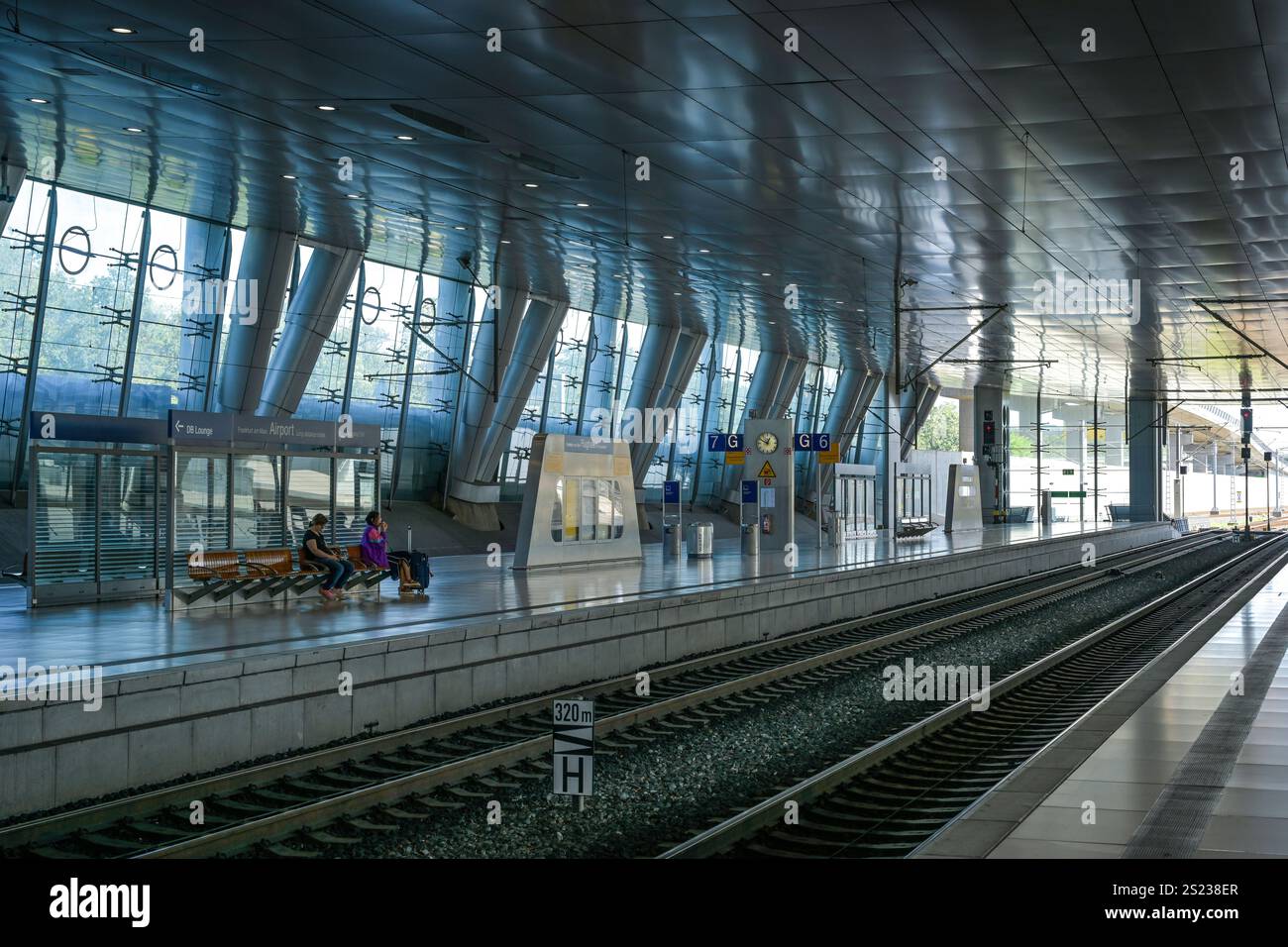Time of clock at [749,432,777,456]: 12:49
